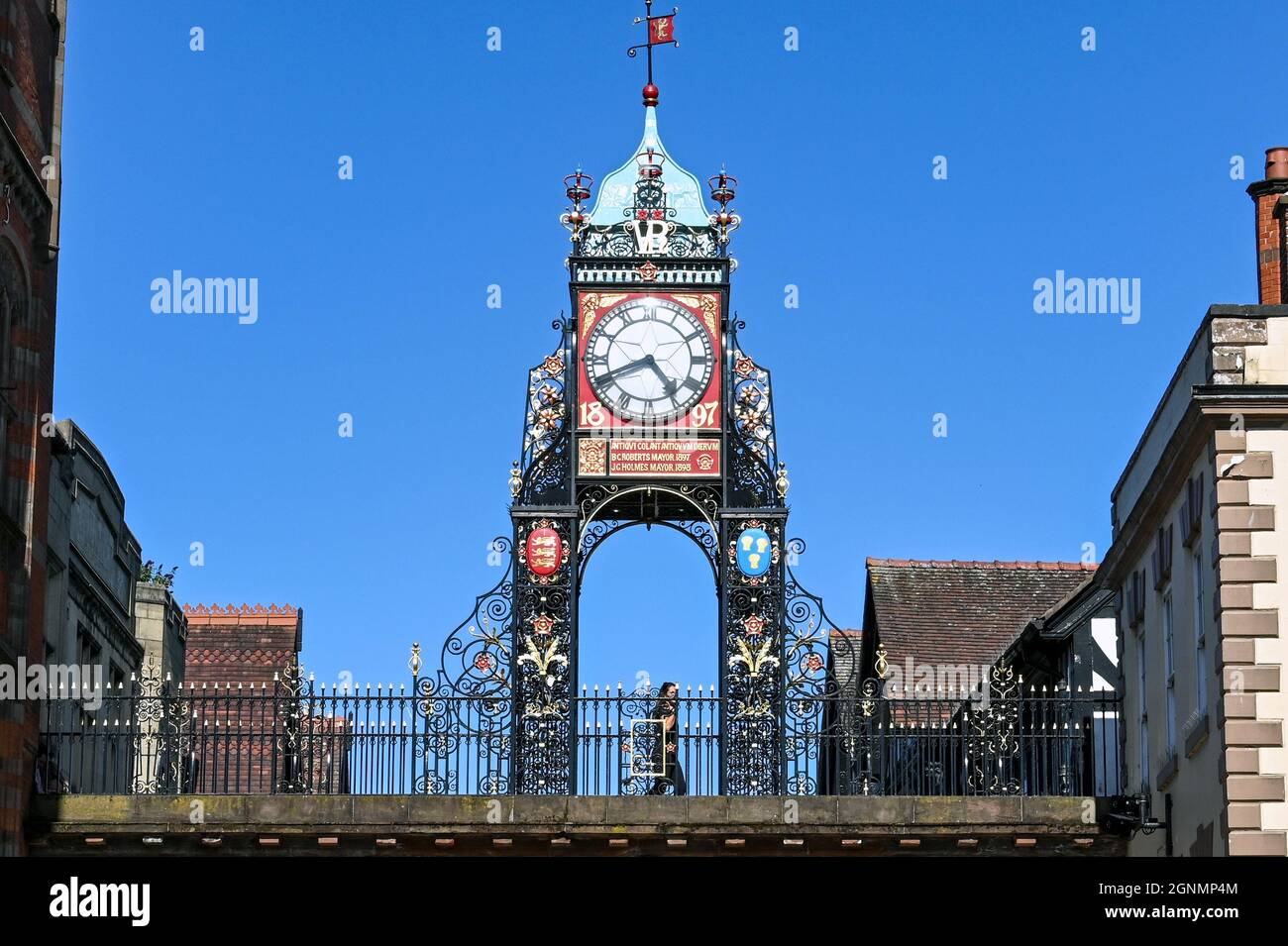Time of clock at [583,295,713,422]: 4:41
